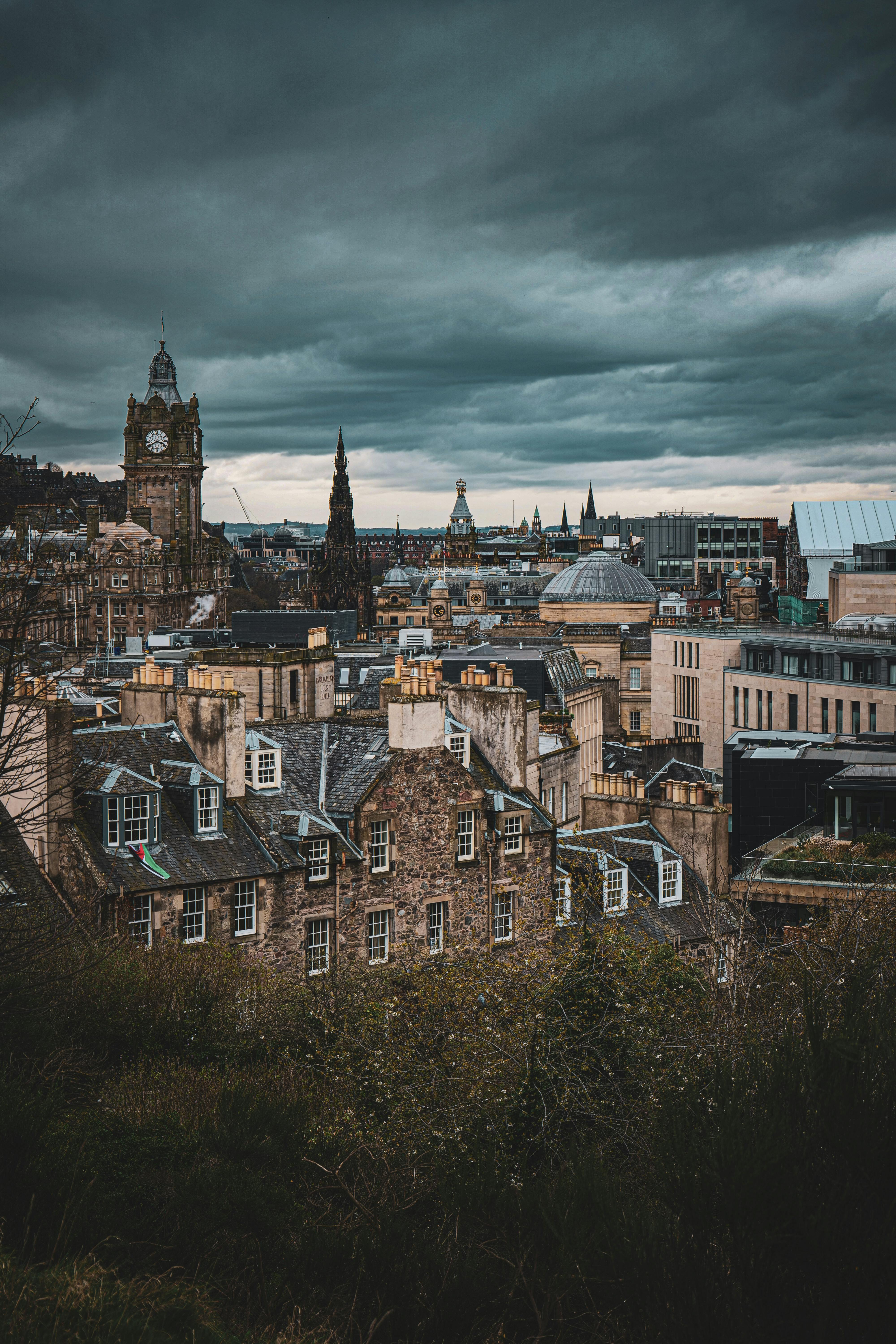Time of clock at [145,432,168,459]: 3:39
